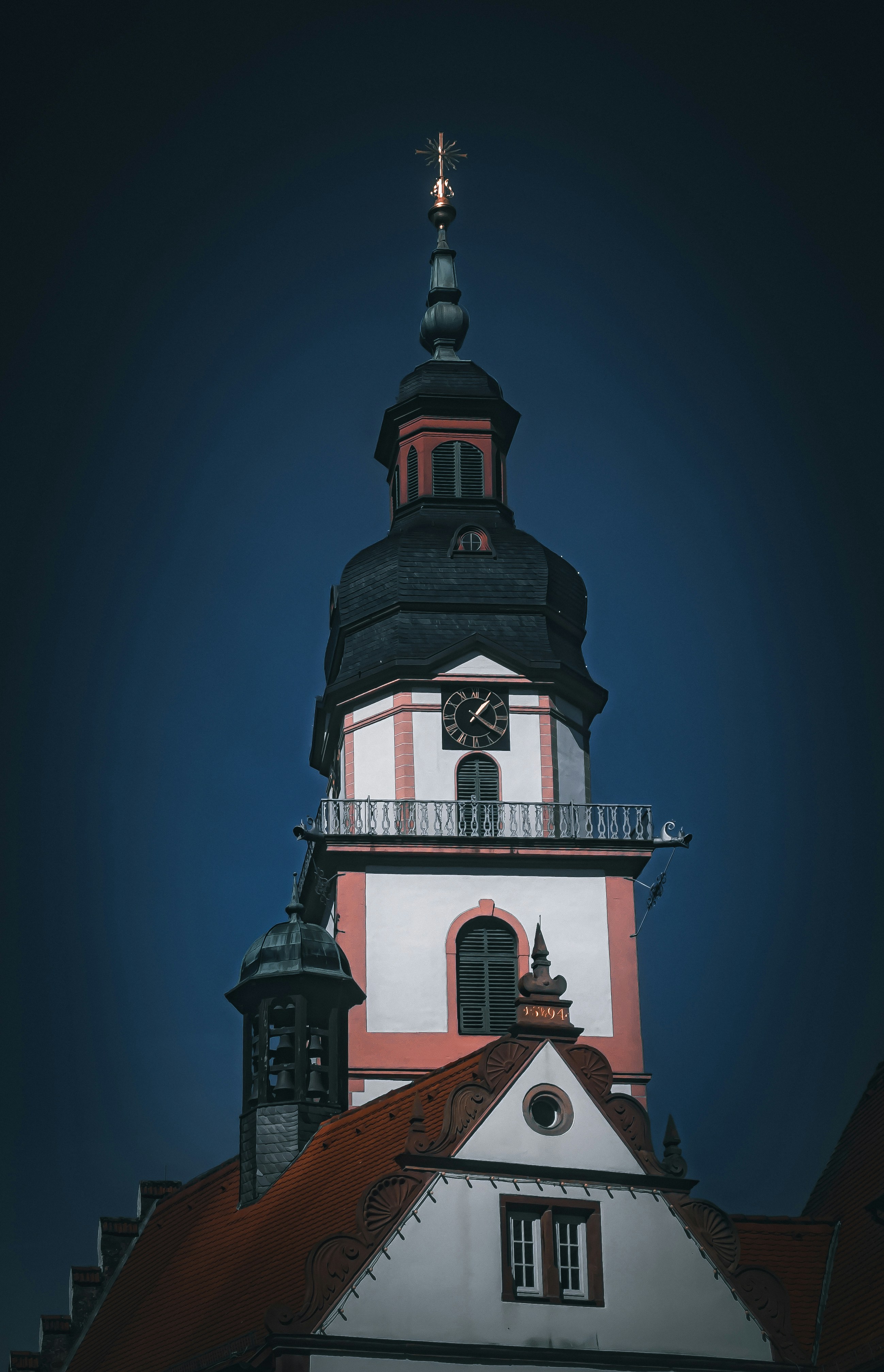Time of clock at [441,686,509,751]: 1:20
